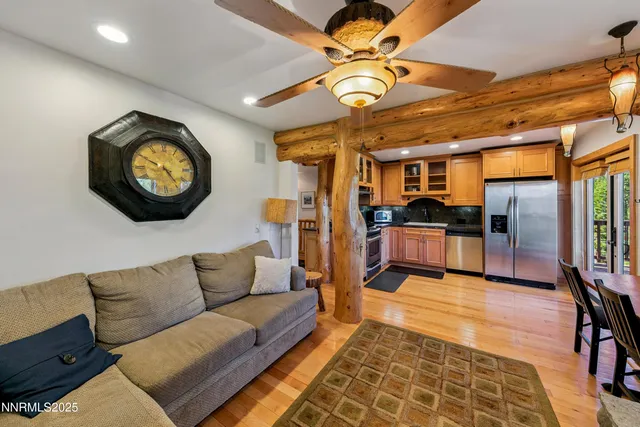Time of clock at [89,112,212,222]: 4:49
